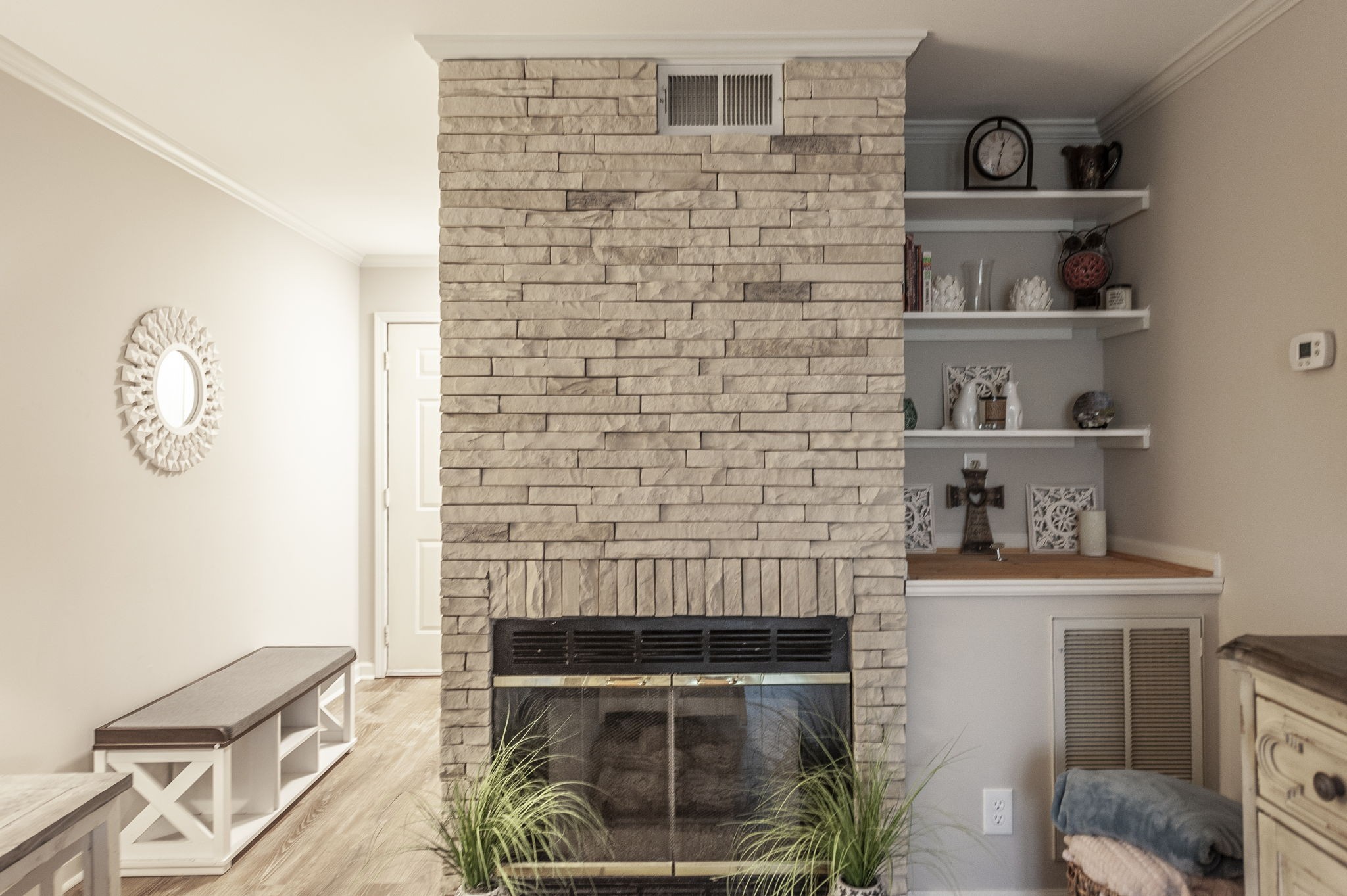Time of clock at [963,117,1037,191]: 12:32
